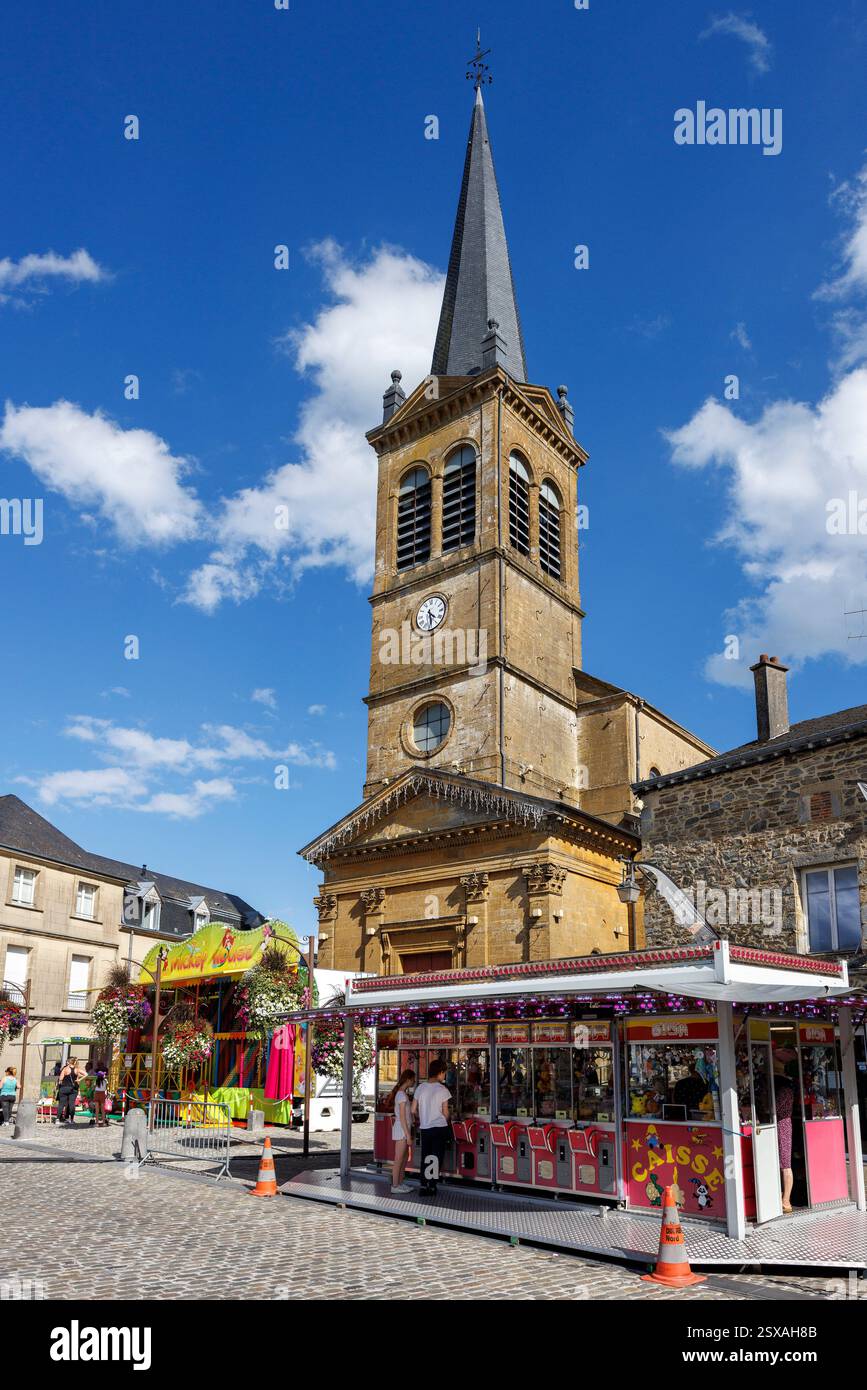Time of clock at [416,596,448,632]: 4:28
